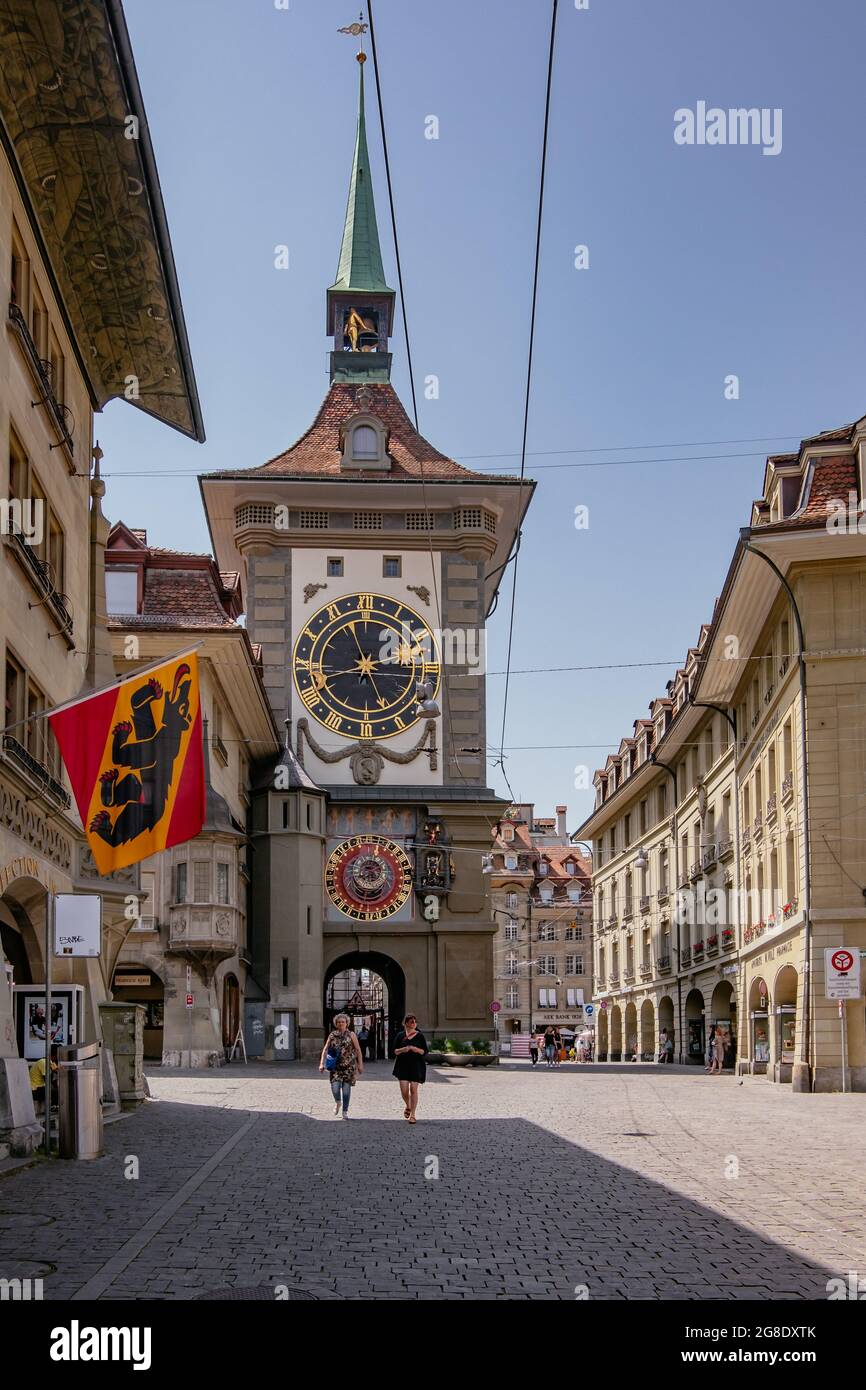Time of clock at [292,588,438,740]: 5:15
